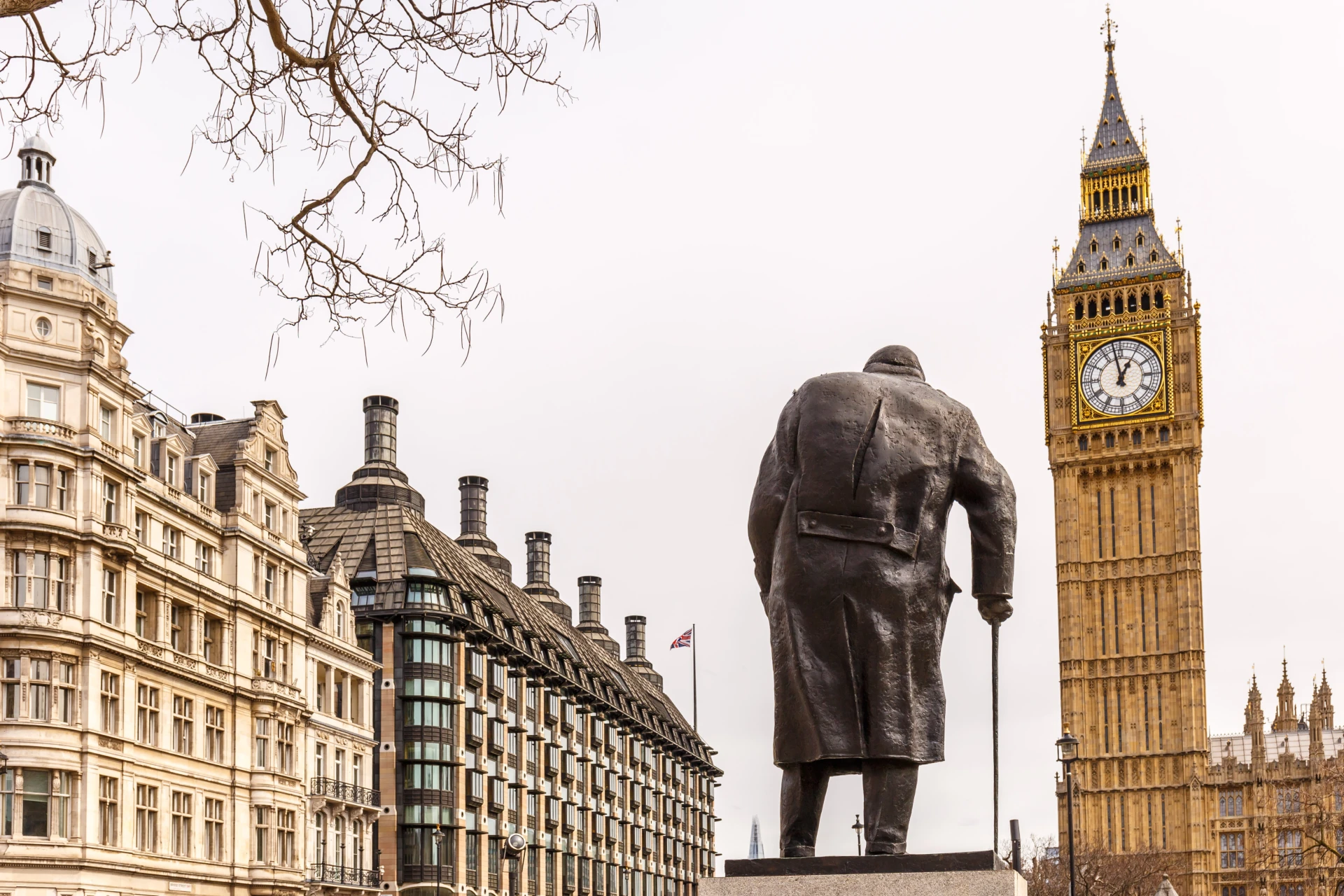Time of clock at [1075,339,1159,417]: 12:58
